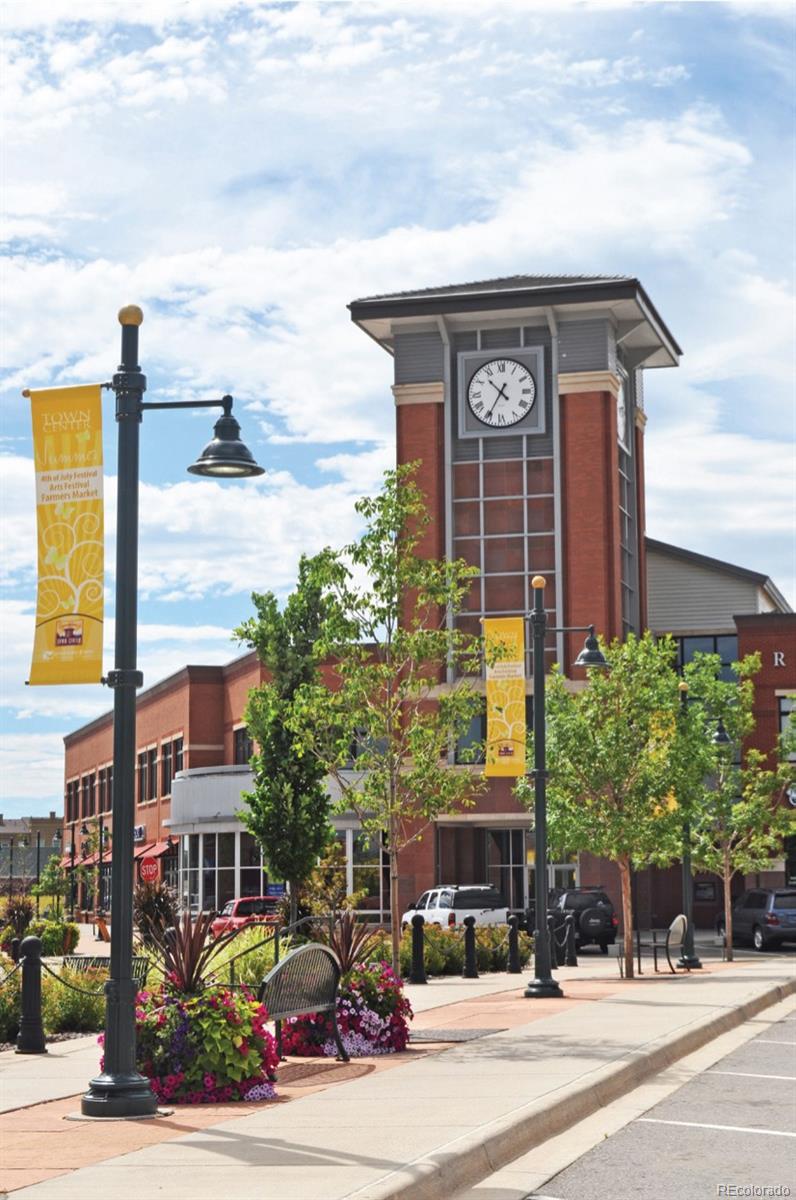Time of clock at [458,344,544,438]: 10:34
